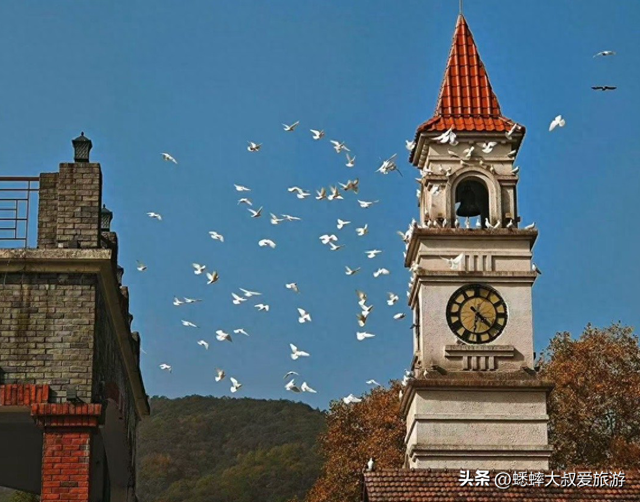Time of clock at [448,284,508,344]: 4:31
